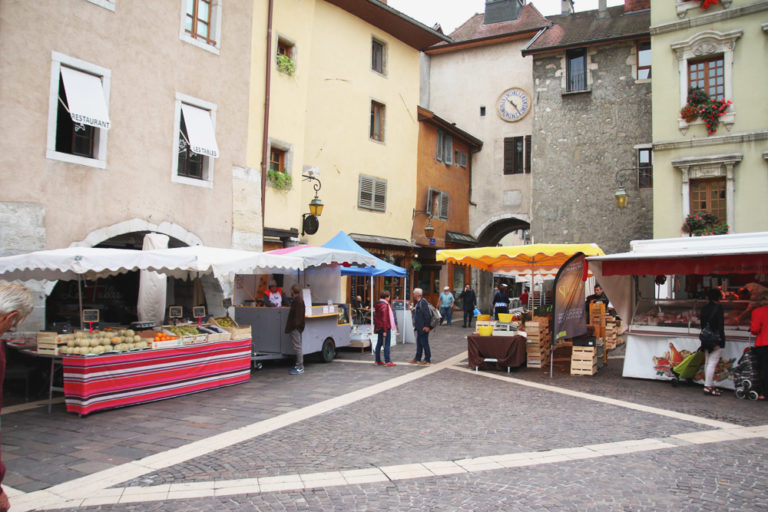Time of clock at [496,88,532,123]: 4:23
